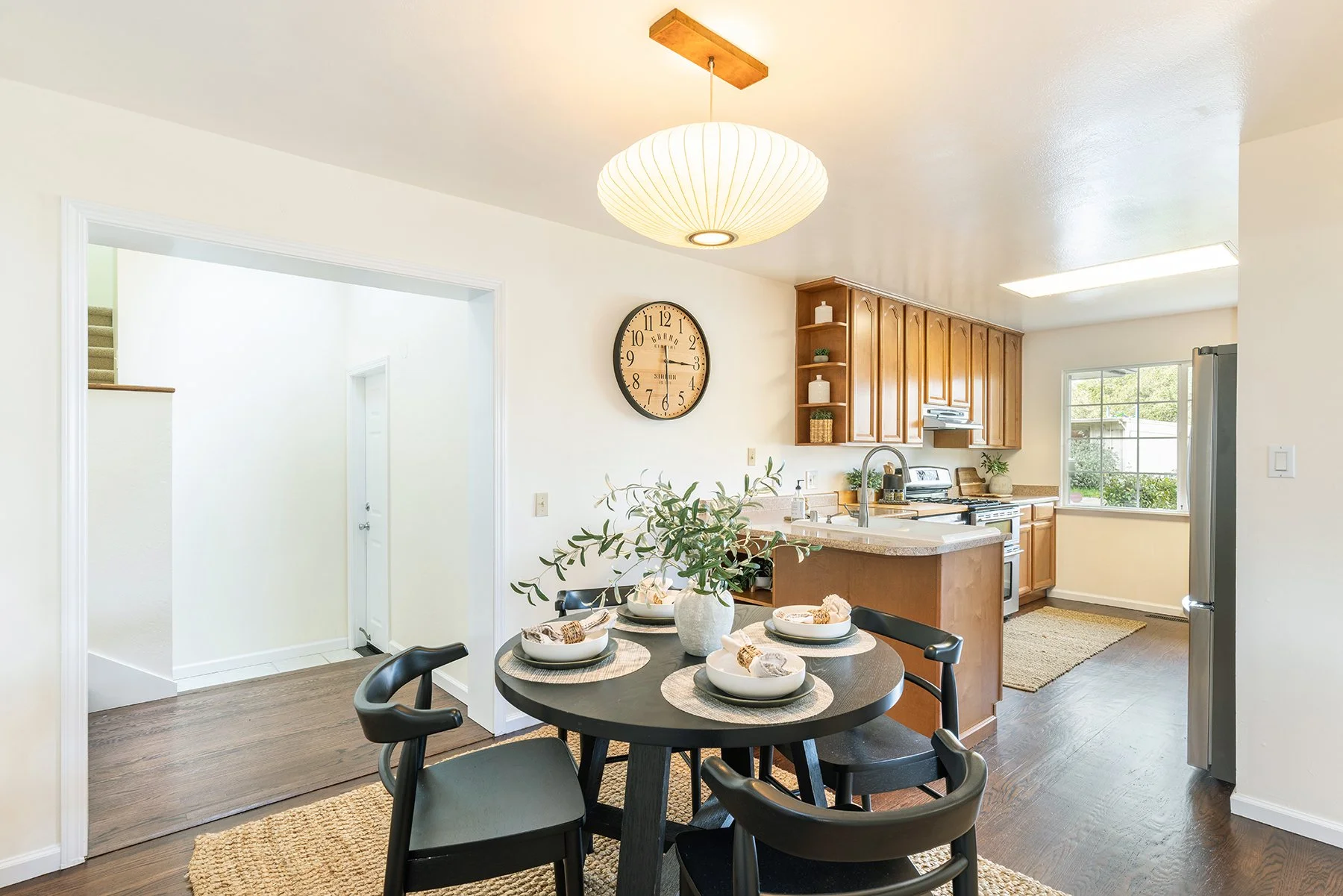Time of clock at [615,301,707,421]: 3:15
